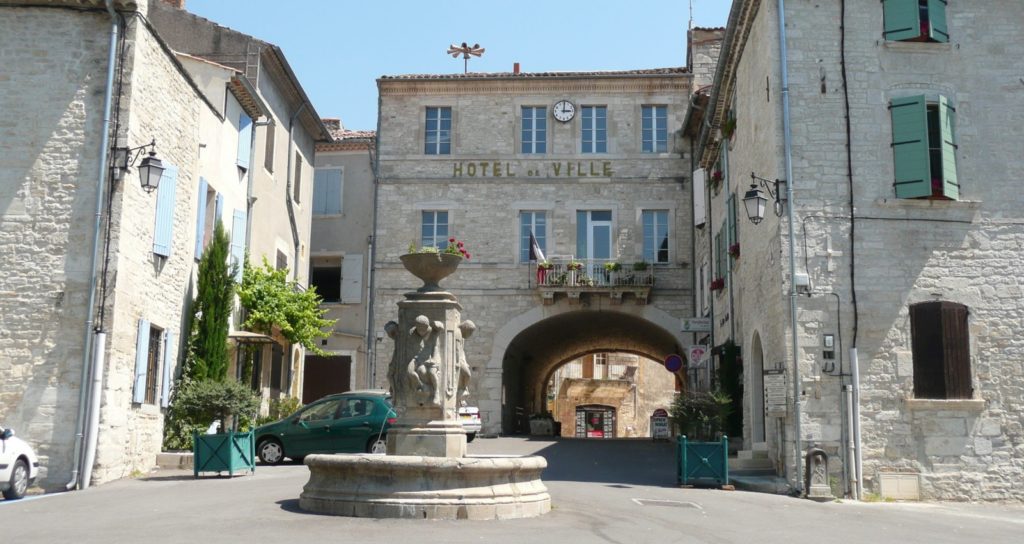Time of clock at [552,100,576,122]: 3:00
